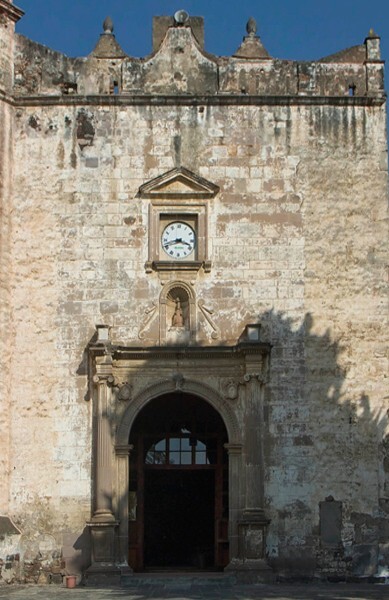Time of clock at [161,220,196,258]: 3:42
